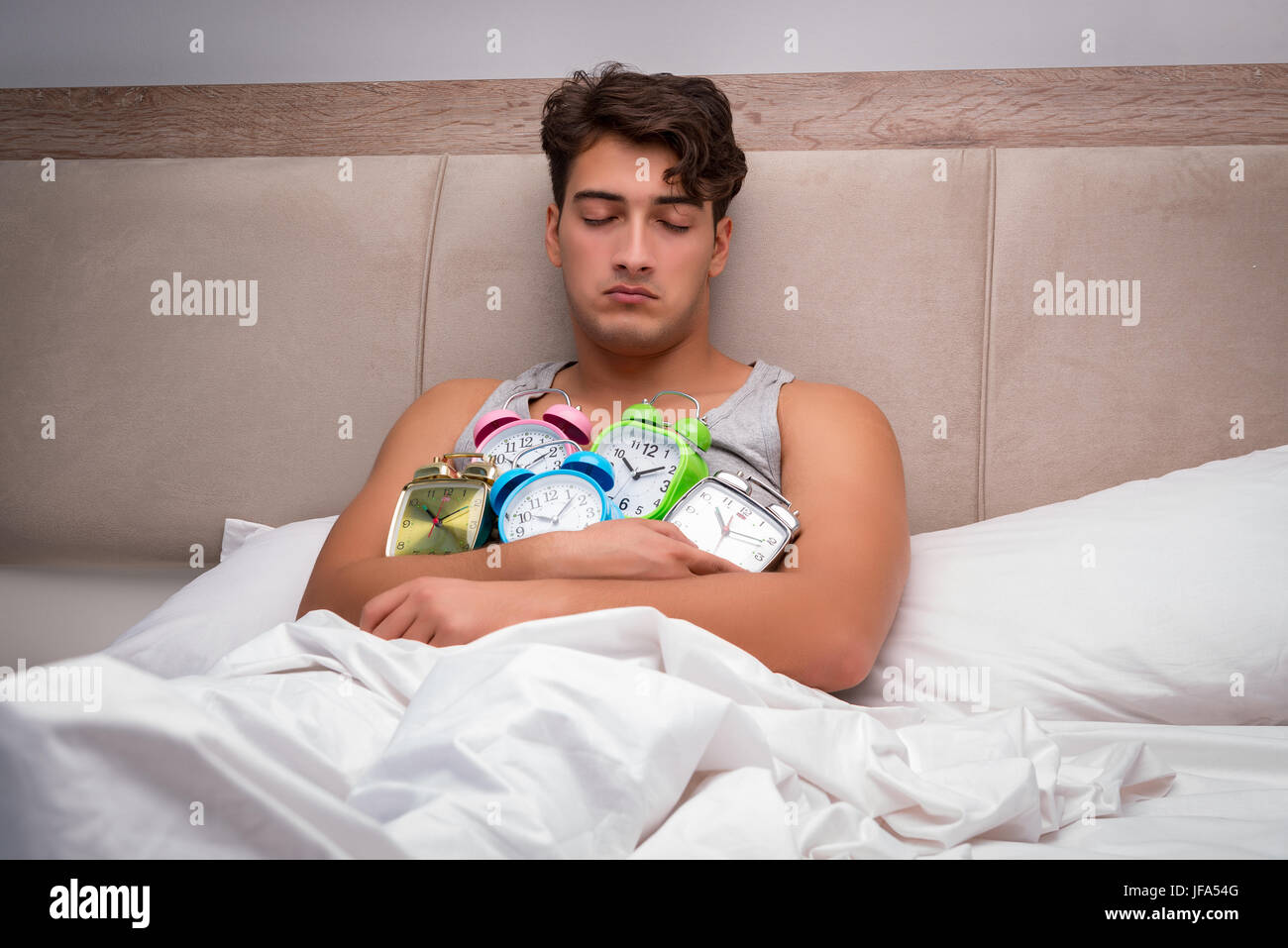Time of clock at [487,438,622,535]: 10:07
